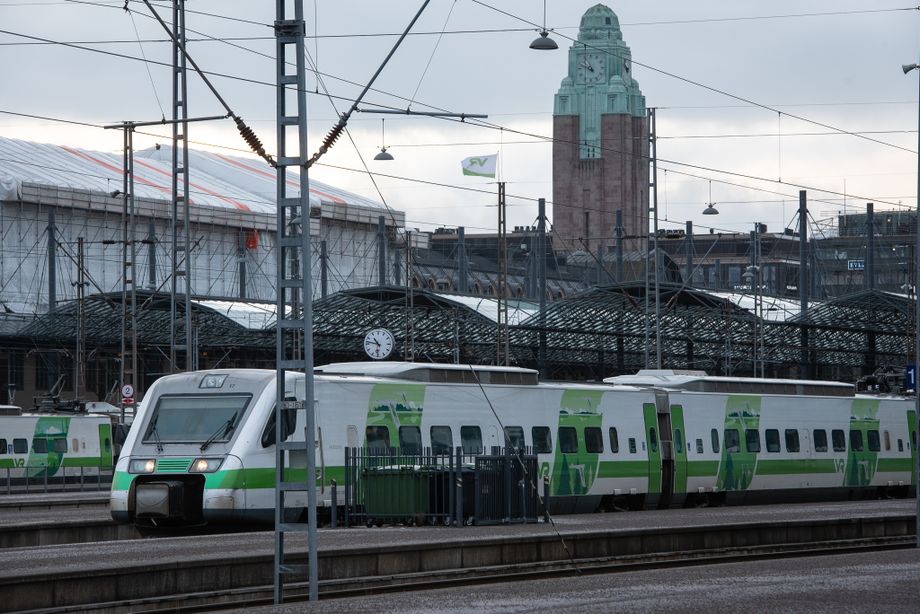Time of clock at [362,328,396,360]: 10:47
